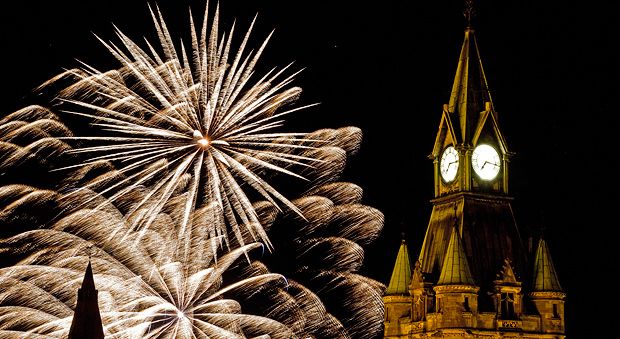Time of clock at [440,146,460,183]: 7:15
